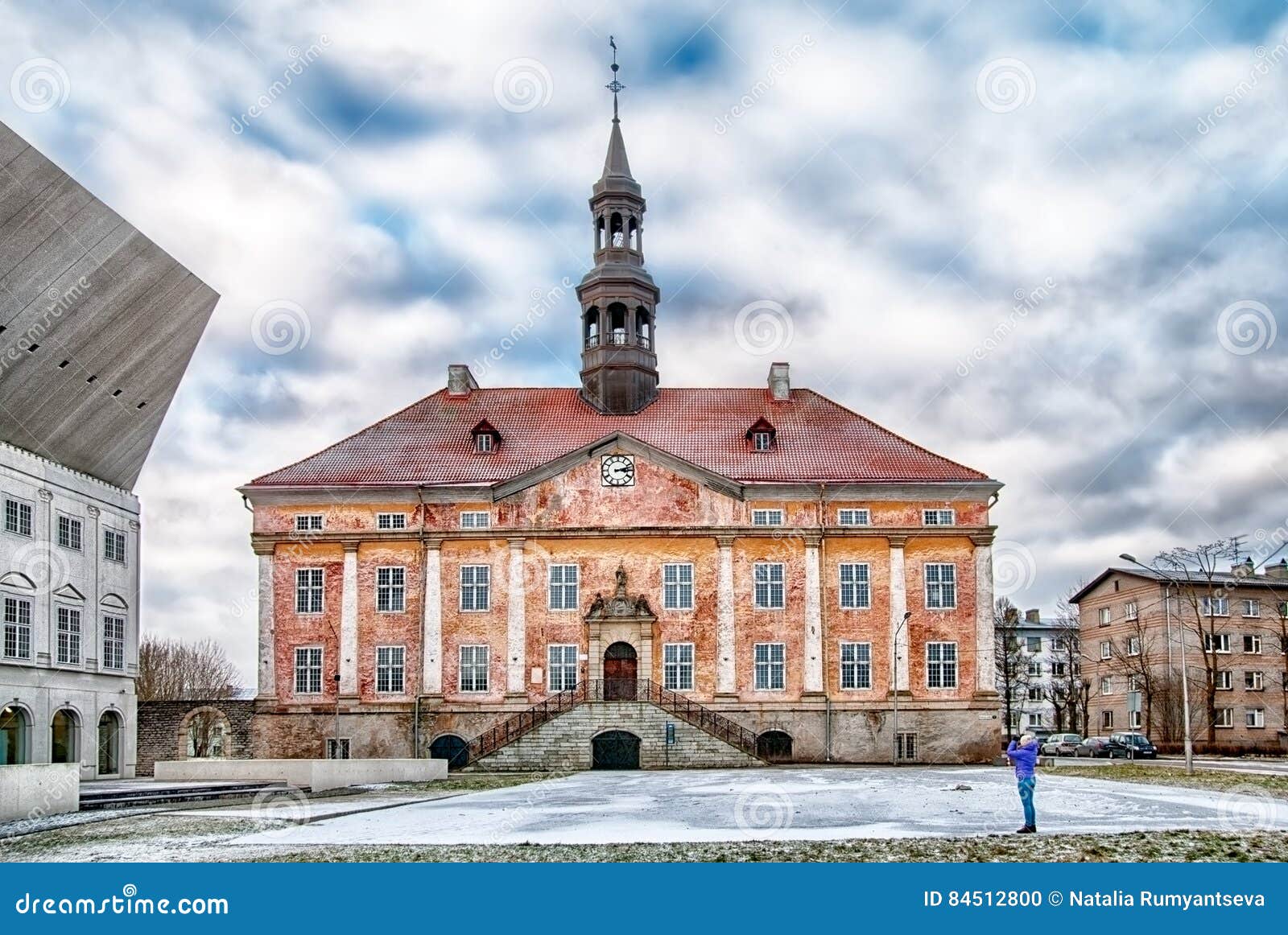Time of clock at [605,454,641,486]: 3:12
